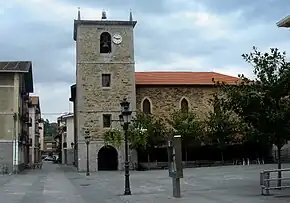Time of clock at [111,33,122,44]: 2:48
